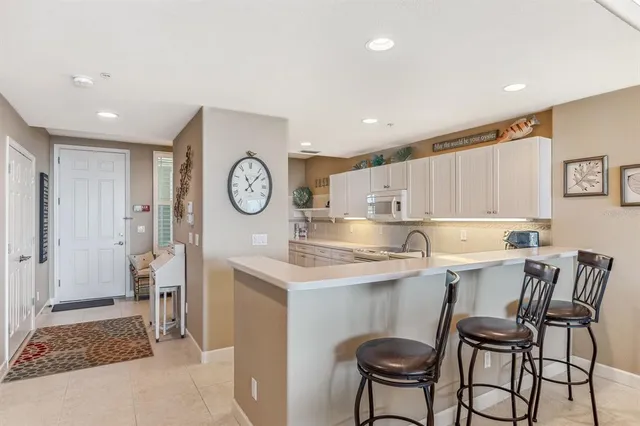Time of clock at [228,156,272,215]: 11:07
